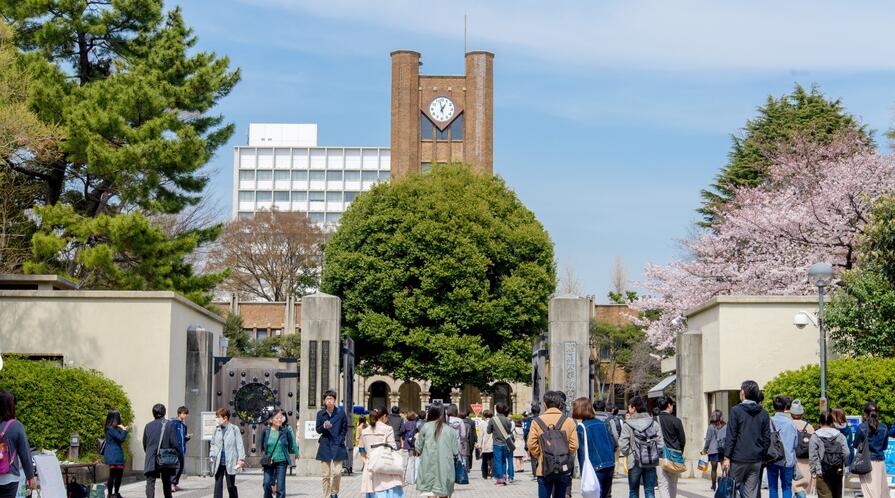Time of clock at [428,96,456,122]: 12:57
